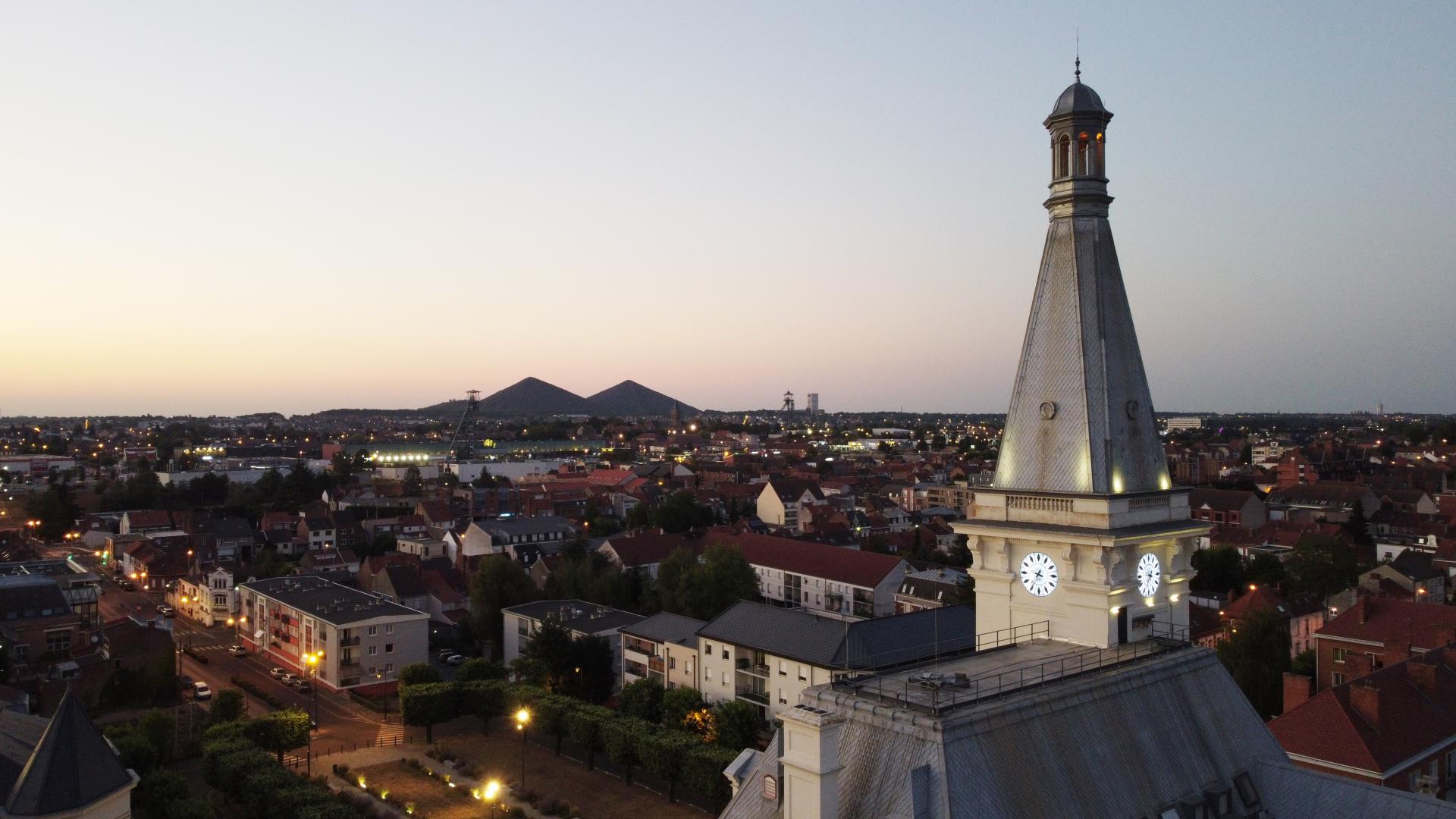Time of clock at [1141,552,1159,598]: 3:33
